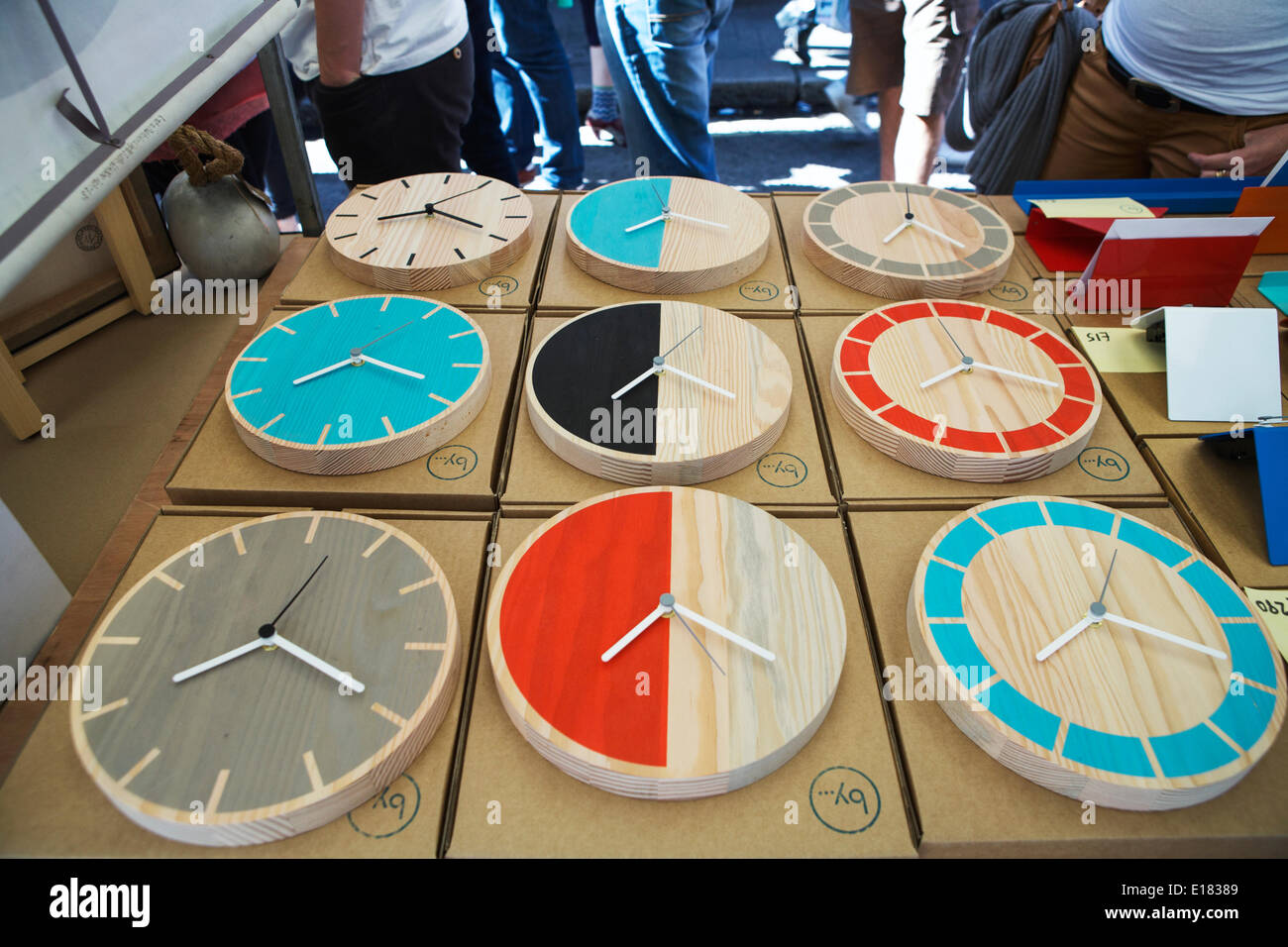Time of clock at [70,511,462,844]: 12:19
